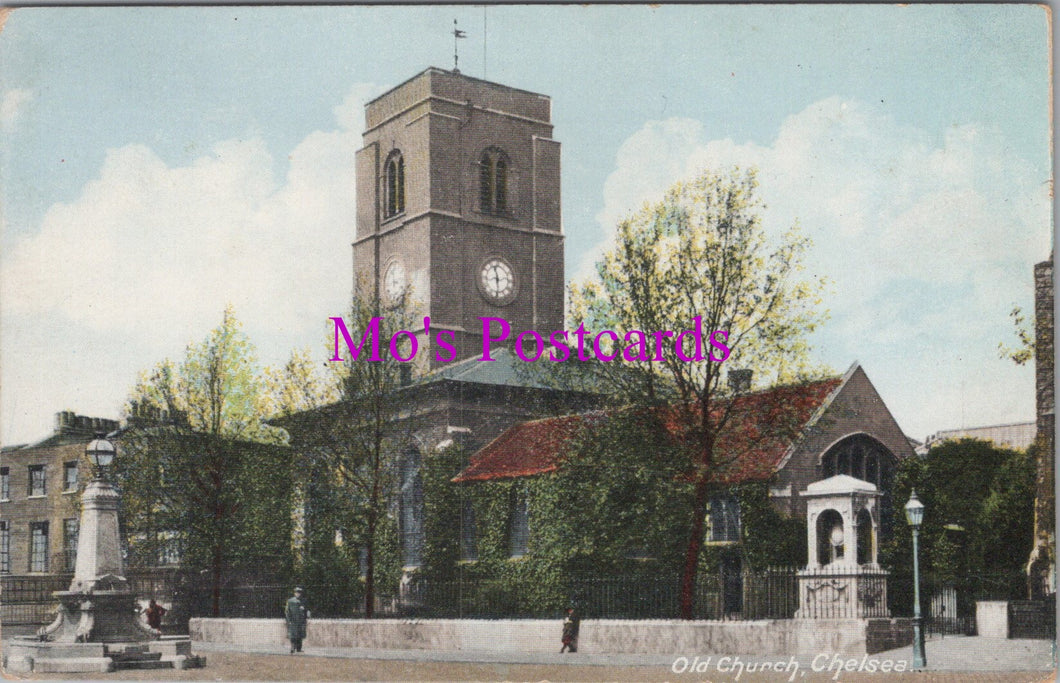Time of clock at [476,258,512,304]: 11:29
